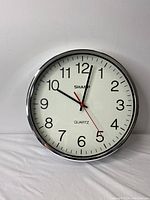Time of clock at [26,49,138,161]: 10:02
